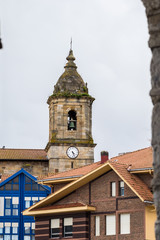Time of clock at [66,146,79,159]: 4:26
